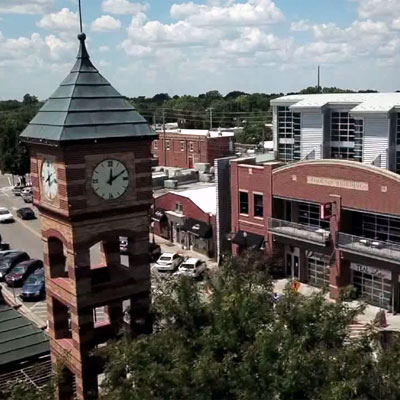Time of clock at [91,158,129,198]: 12:10
